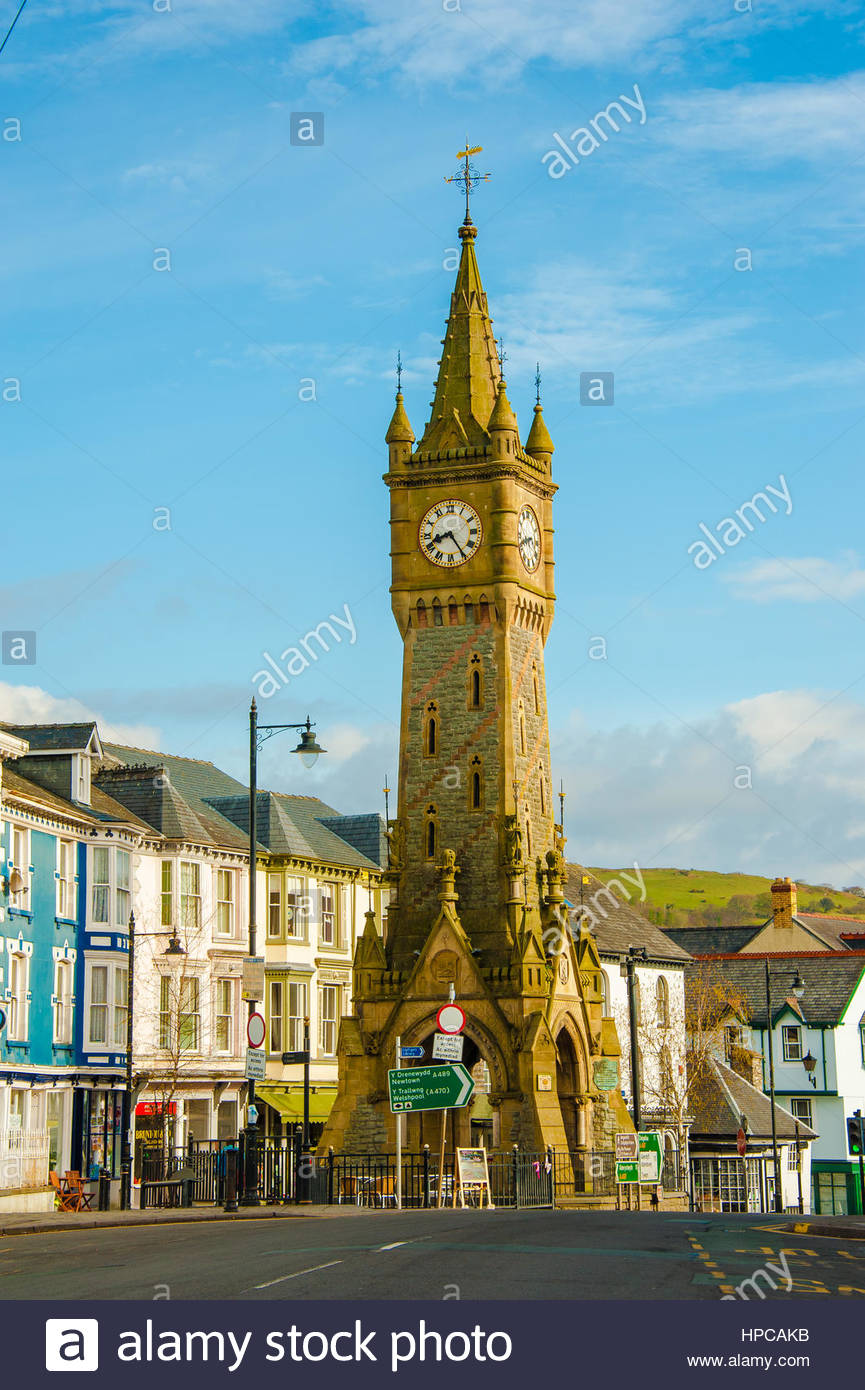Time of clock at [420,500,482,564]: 8:24
